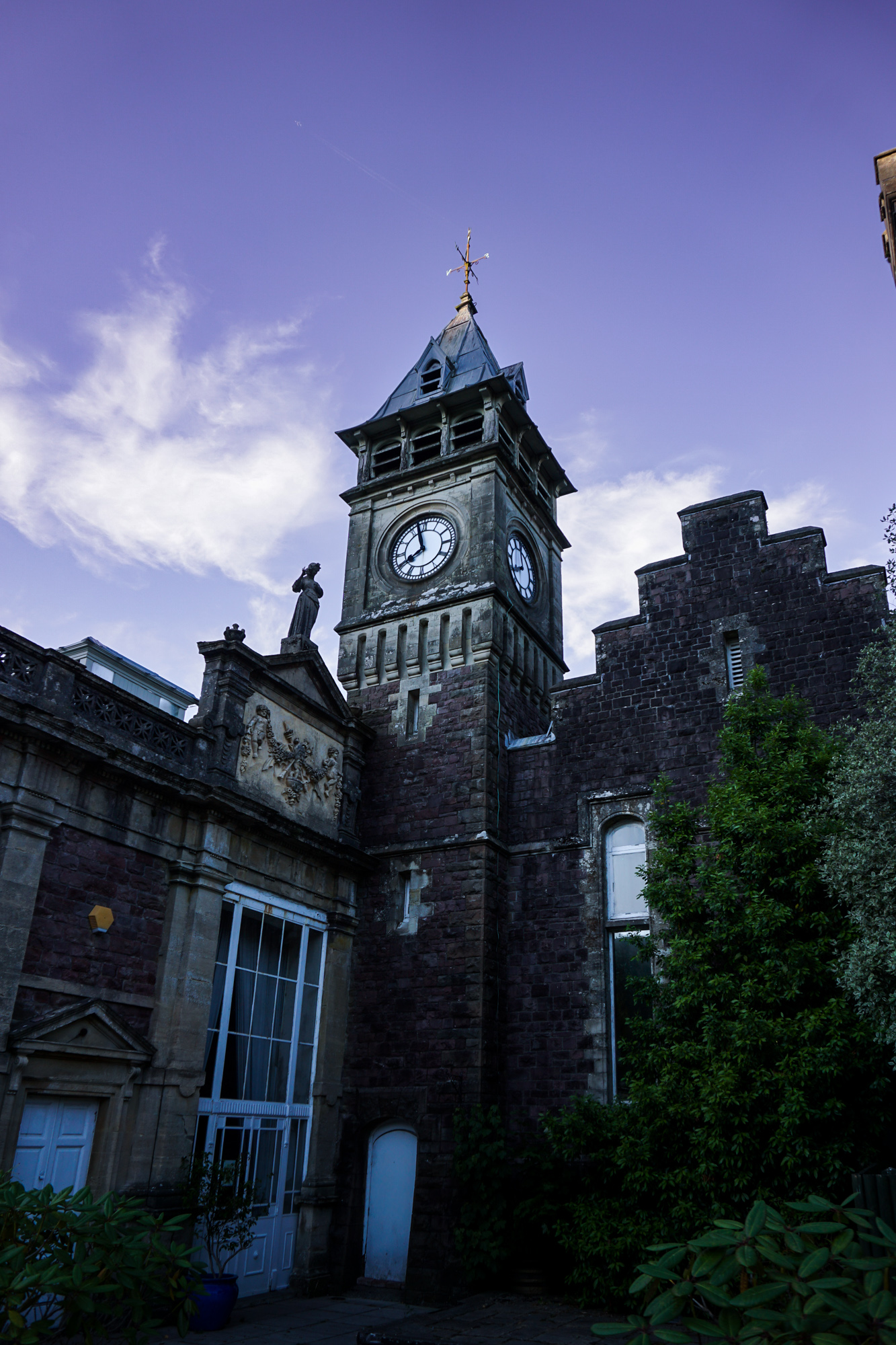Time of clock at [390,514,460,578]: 7:57
